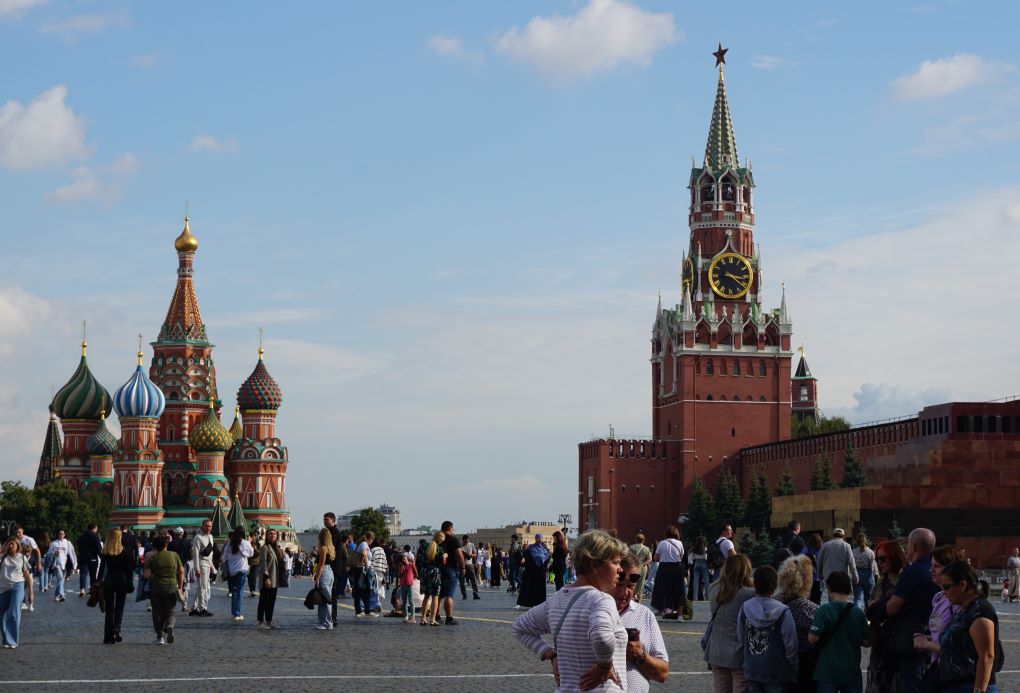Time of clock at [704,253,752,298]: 3:21
